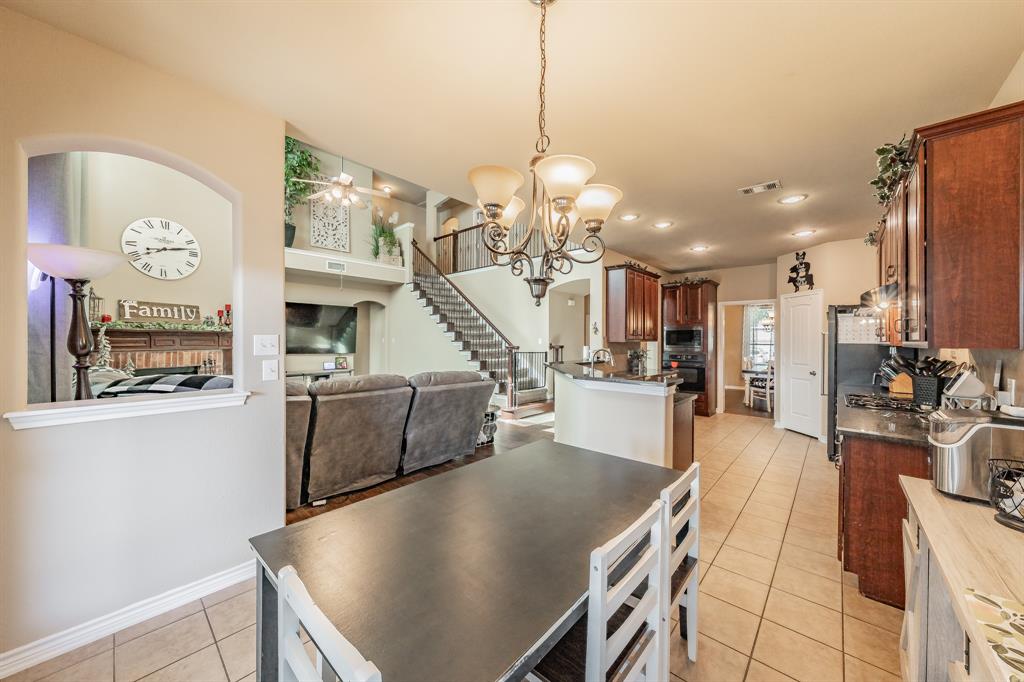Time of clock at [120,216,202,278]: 8:12
